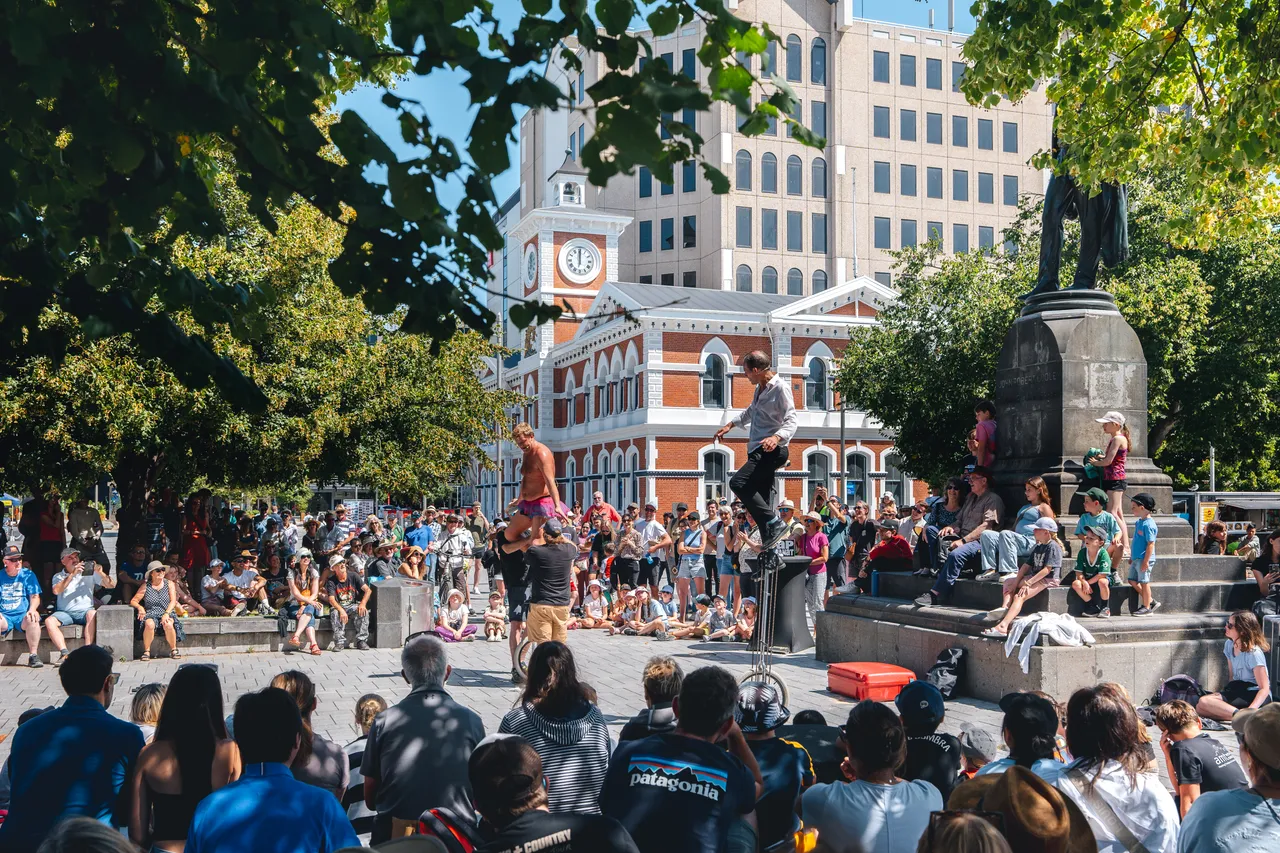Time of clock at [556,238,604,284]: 12:00
